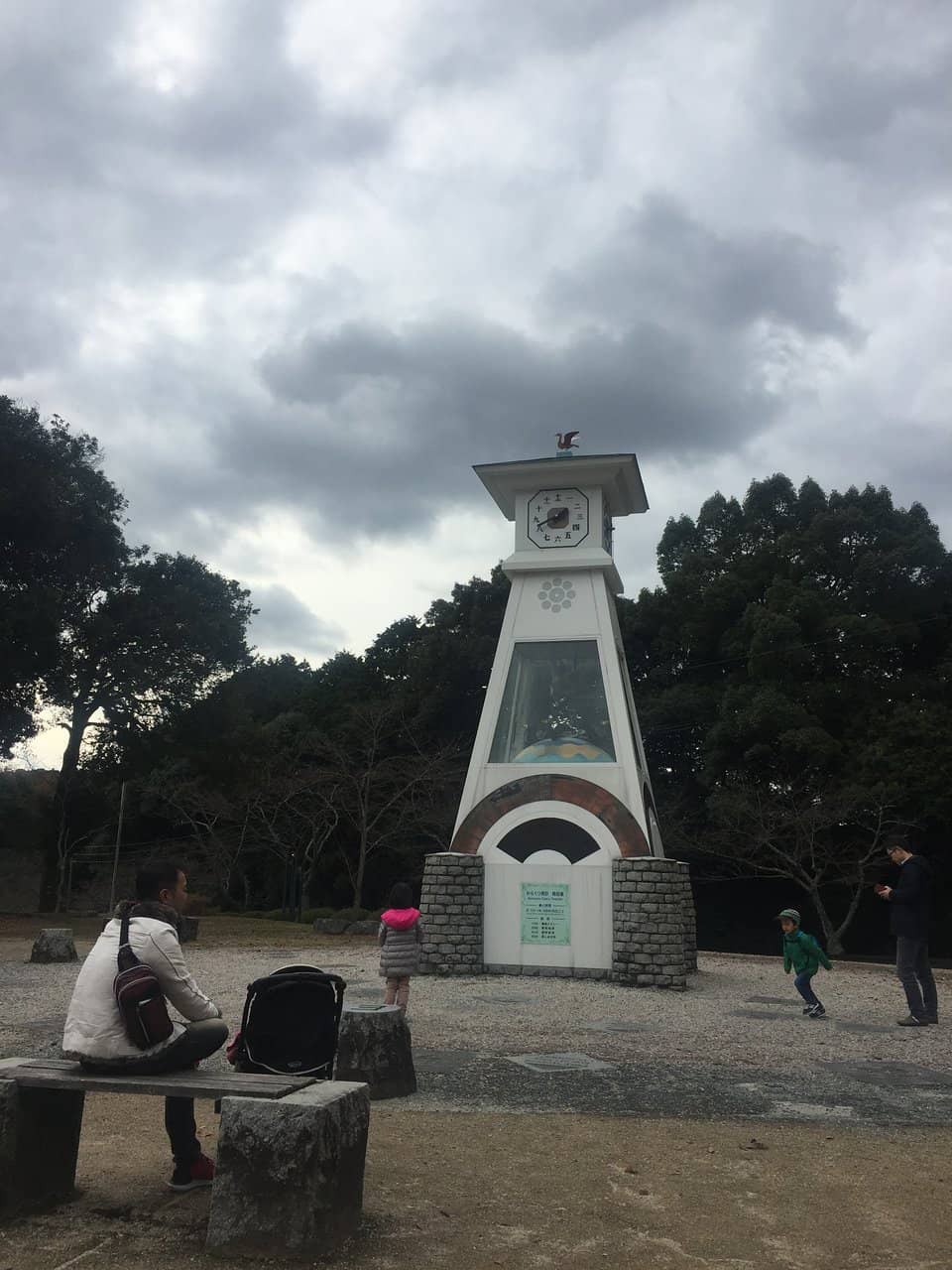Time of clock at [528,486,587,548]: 1:41
